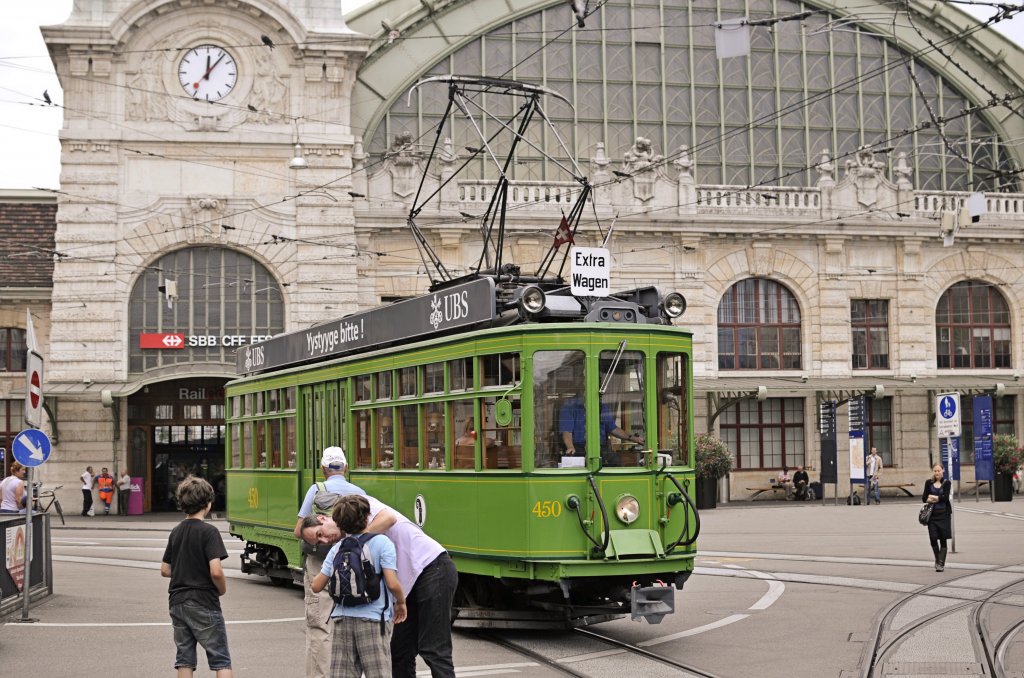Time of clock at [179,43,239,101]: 12:06
